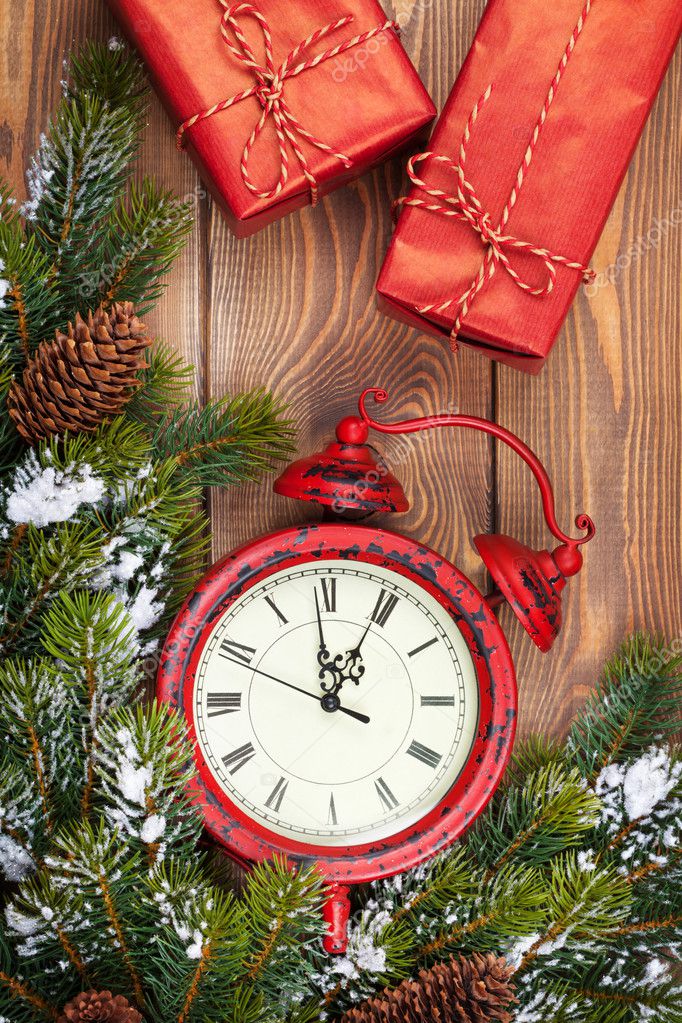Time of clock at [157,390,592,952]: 12:58
